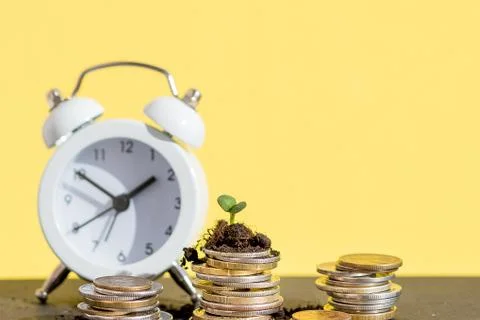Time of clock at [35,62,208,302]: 1:50
